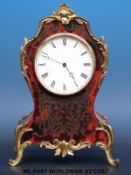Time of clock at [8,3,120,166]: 4:48
